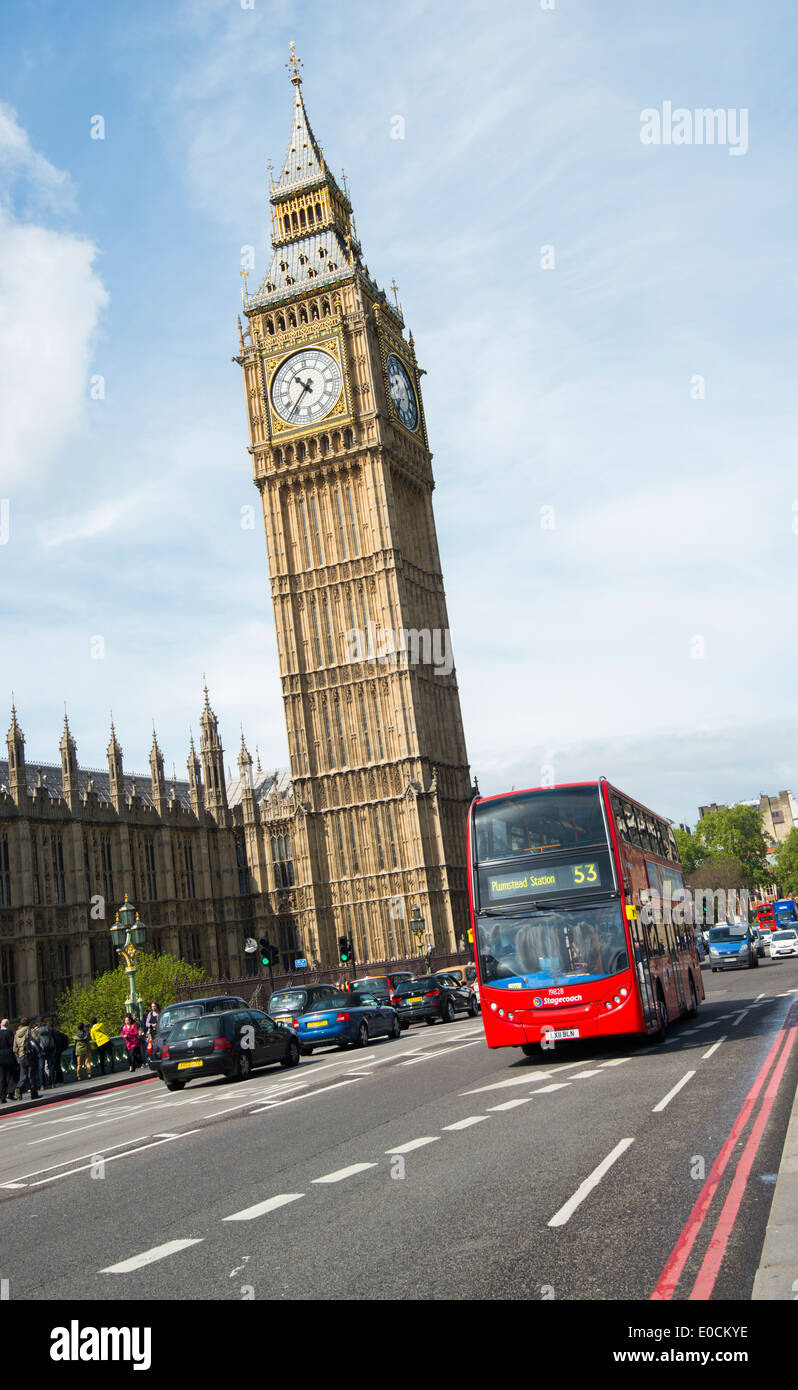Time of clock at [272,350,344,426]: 10:36
